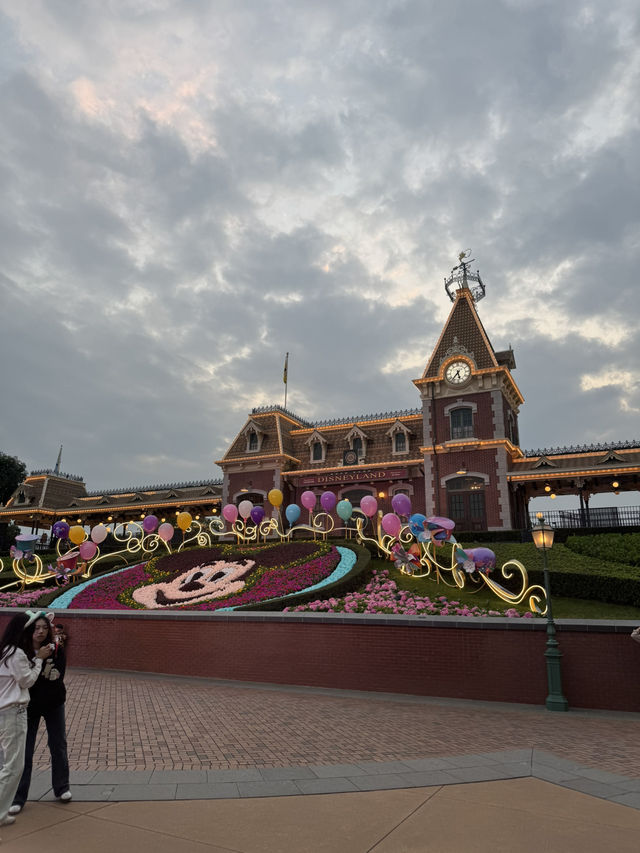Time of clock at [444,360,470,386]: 5:36
